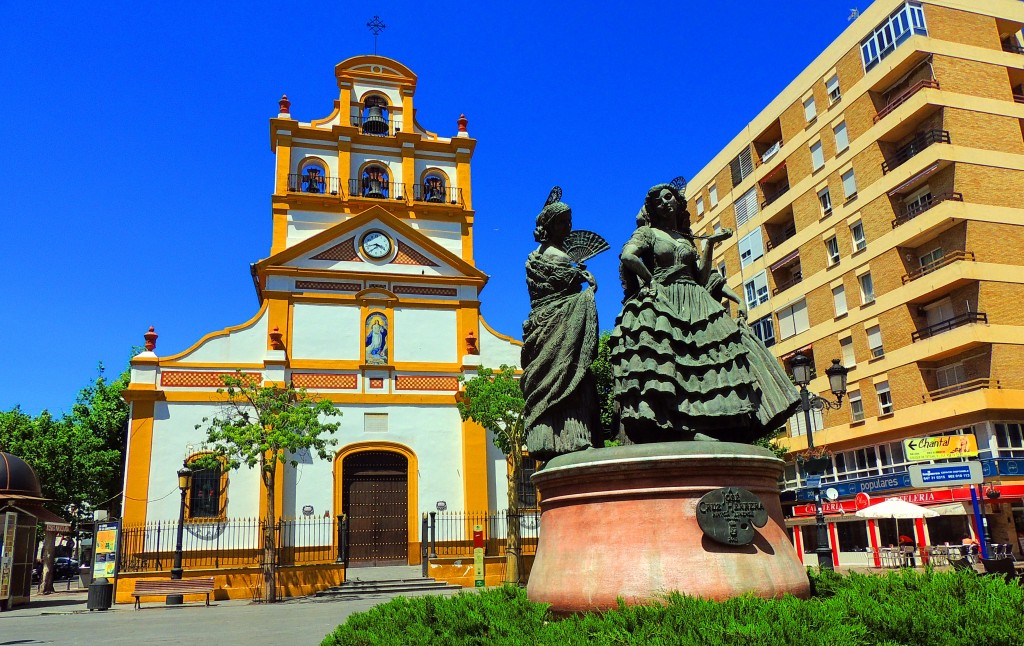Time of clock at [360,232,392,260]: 3:42
